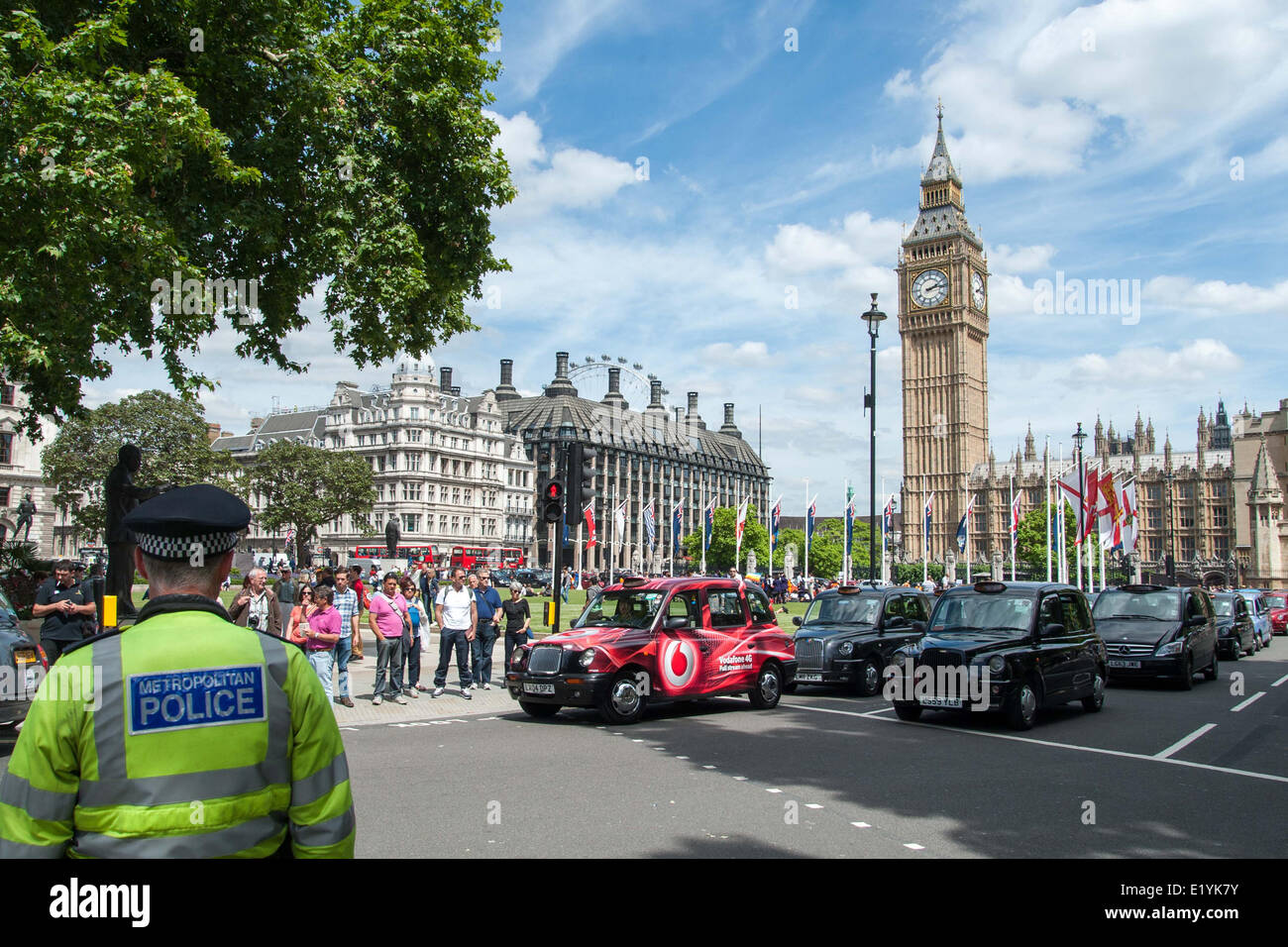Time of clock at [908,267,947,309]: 2:13
